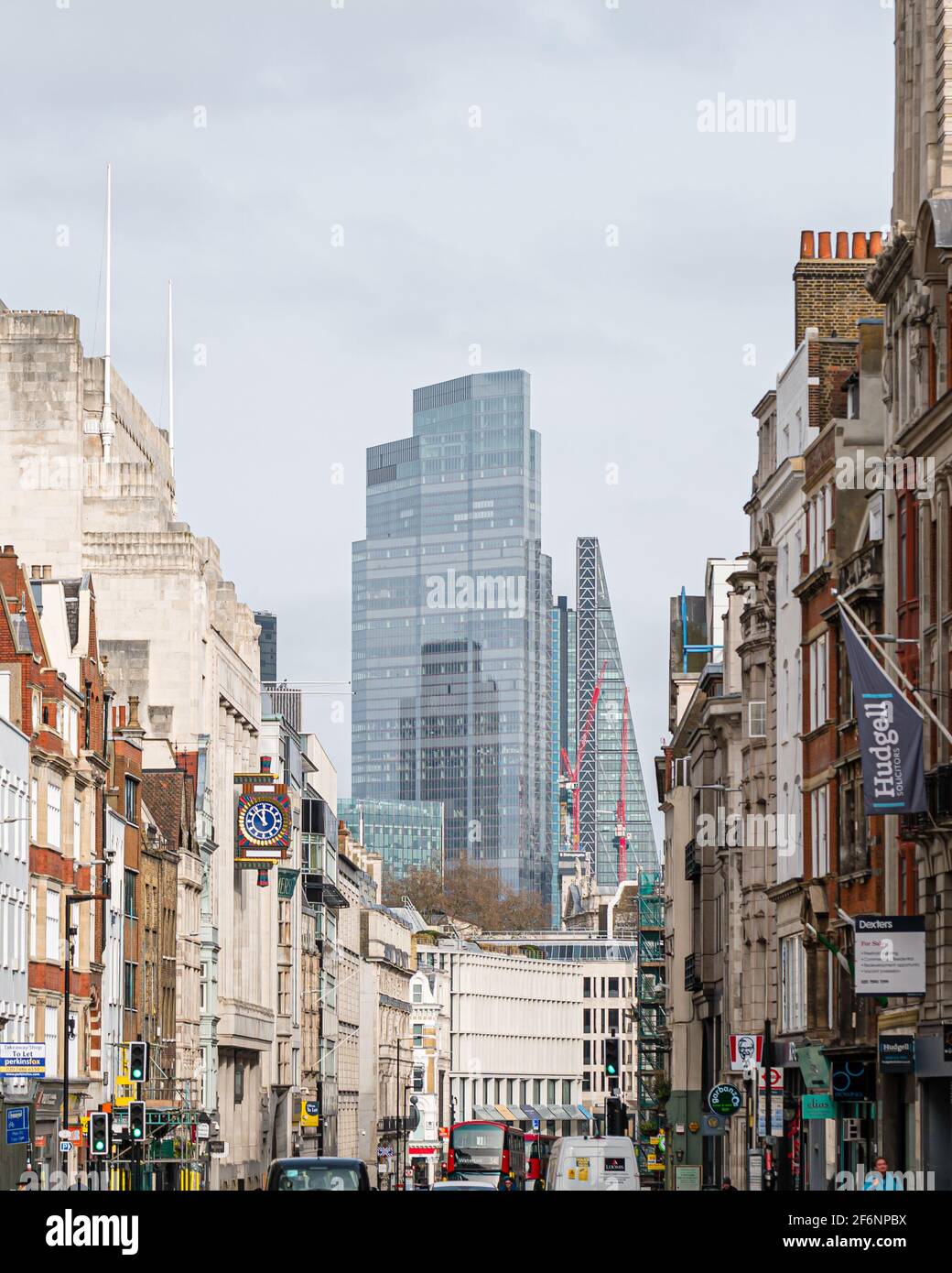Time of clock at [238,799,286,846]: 11:52
